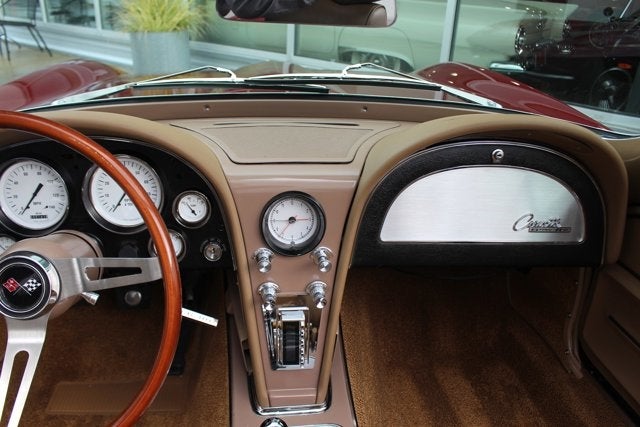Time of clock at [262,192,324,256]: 7:14
